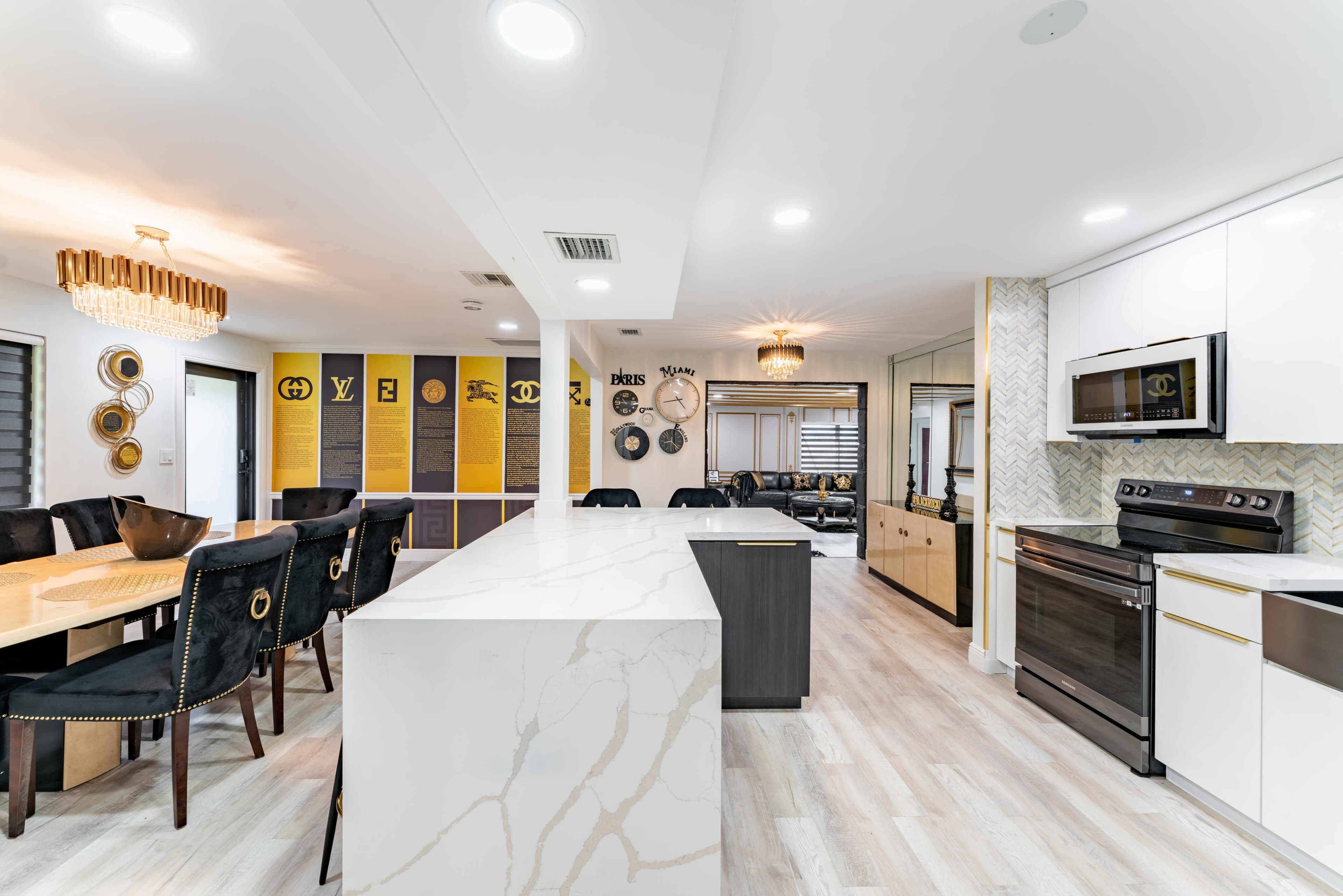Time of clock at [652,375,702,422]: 4:43
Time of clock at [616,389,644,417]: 10:45
